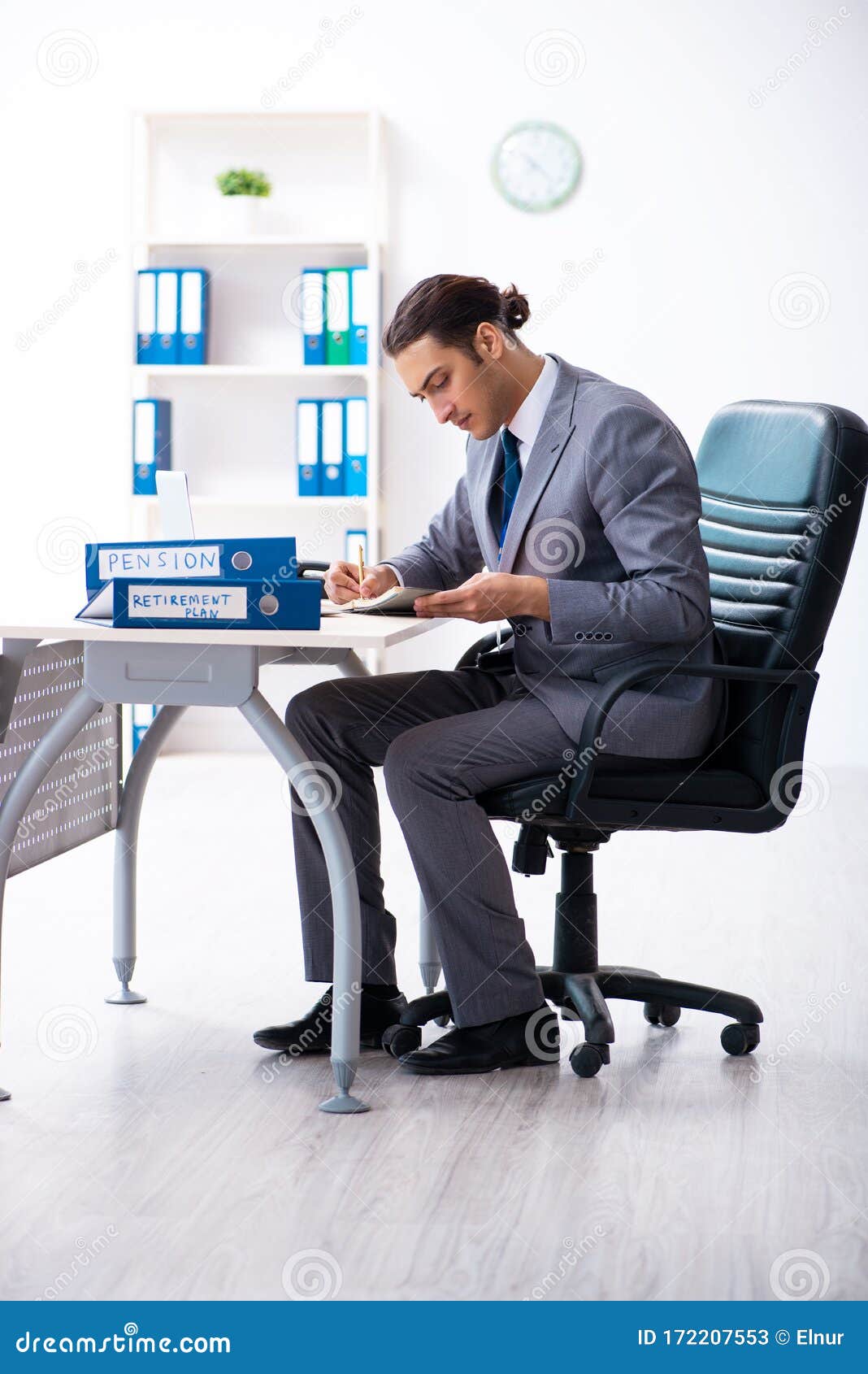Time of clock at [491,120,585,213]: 7:22
